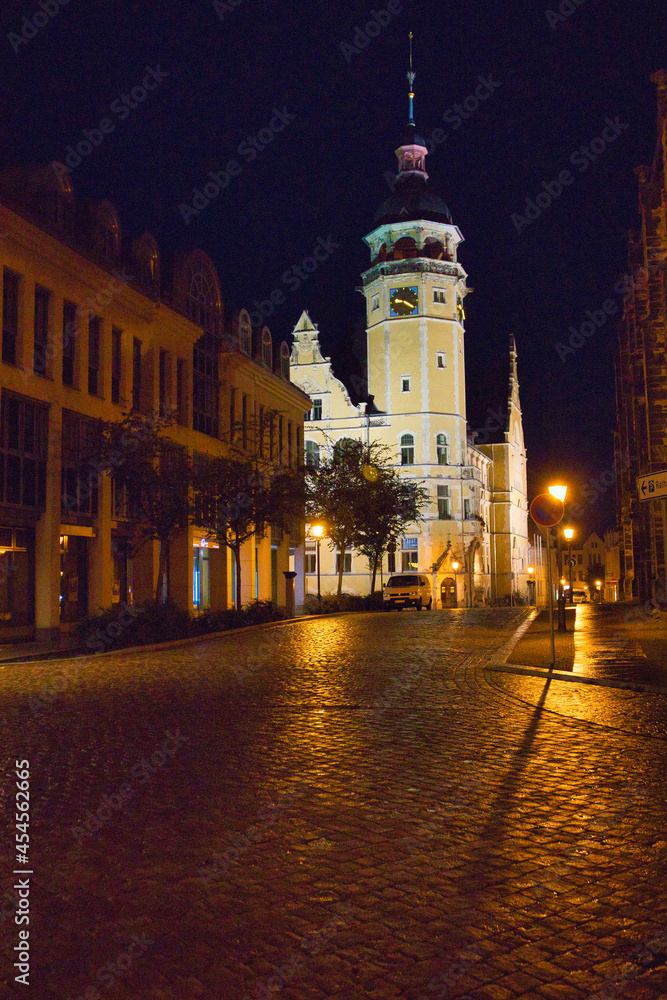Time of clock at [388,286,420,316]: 9:20
